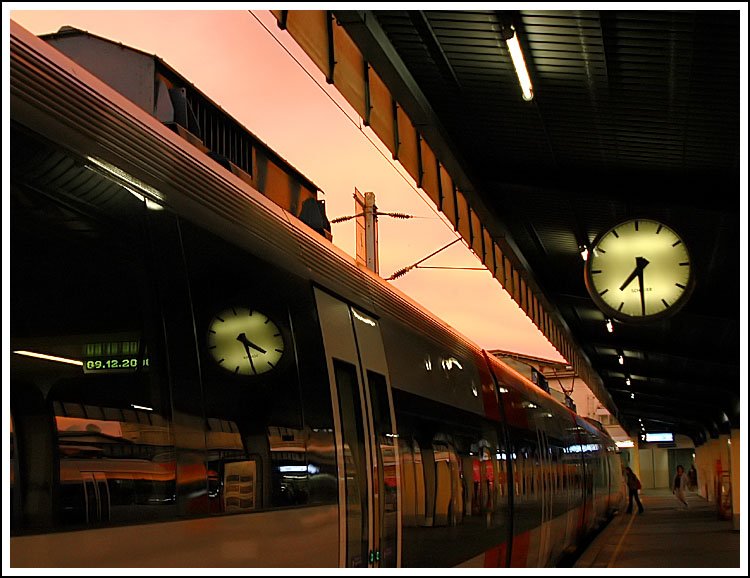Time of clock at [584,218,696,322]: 7:30
